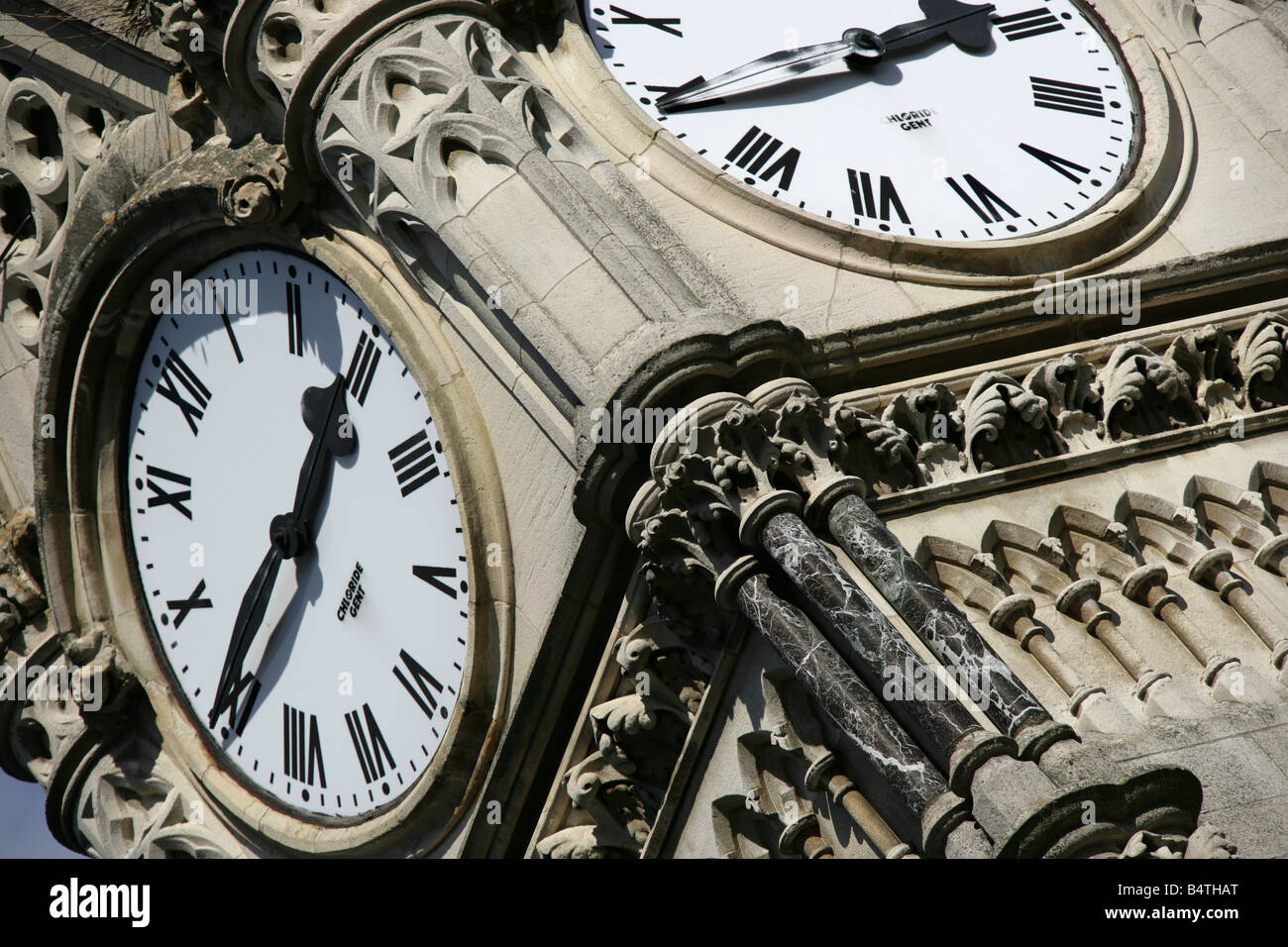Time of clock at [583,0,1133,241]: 1:40
